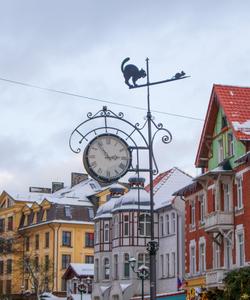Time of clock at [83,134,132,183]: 2:53
